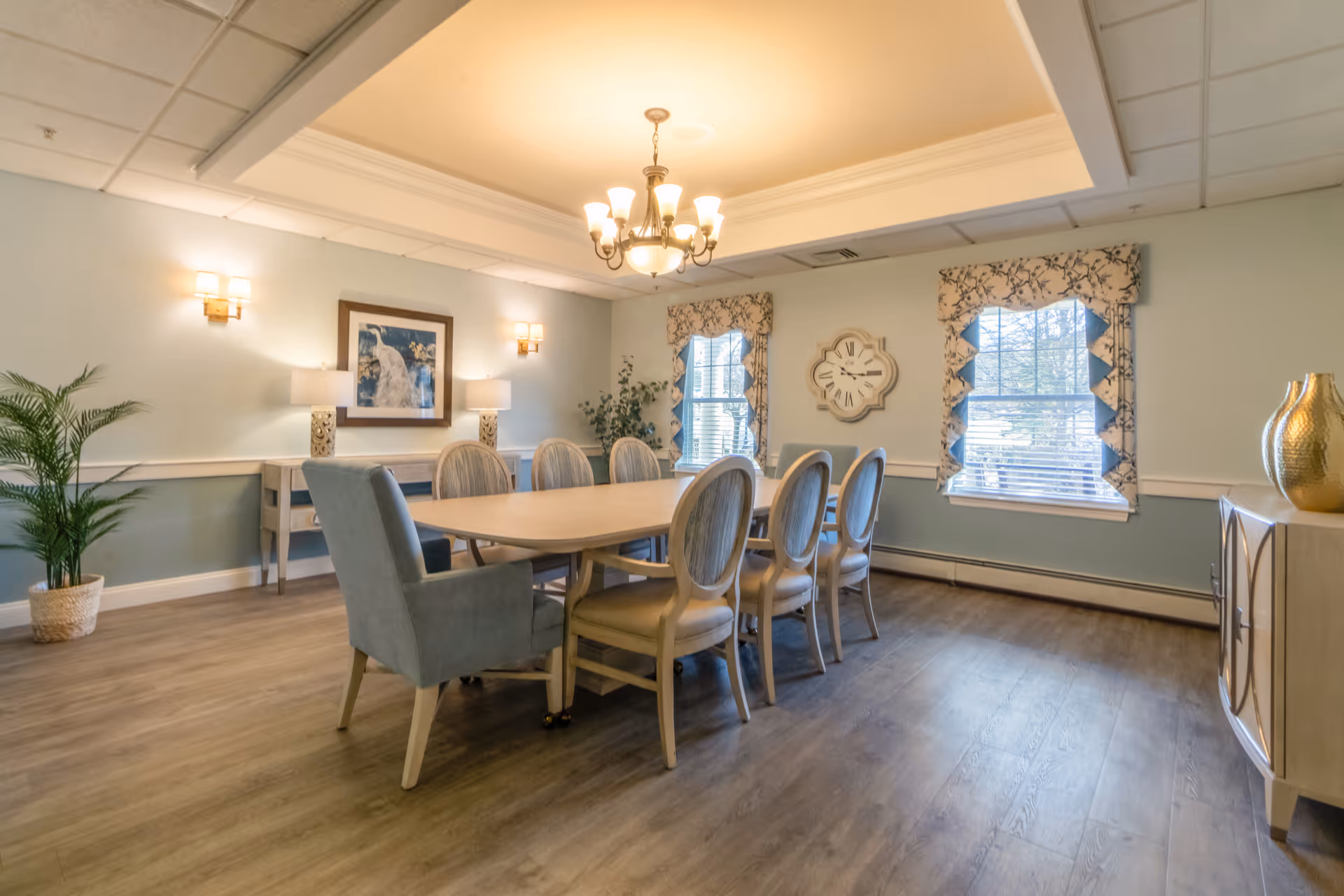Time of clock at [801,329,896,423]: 10:14
